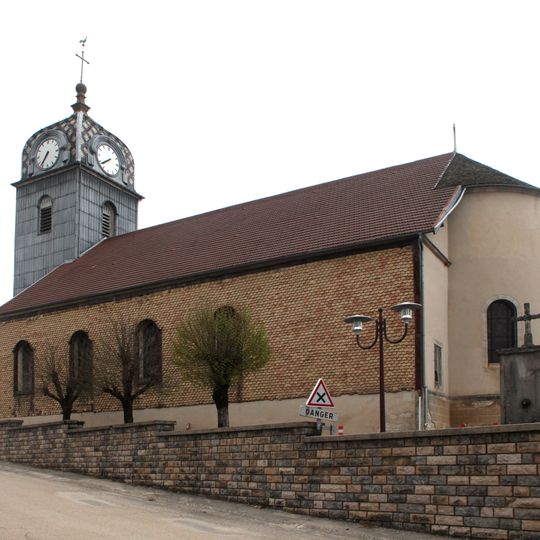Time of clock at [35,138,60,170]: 7:36
